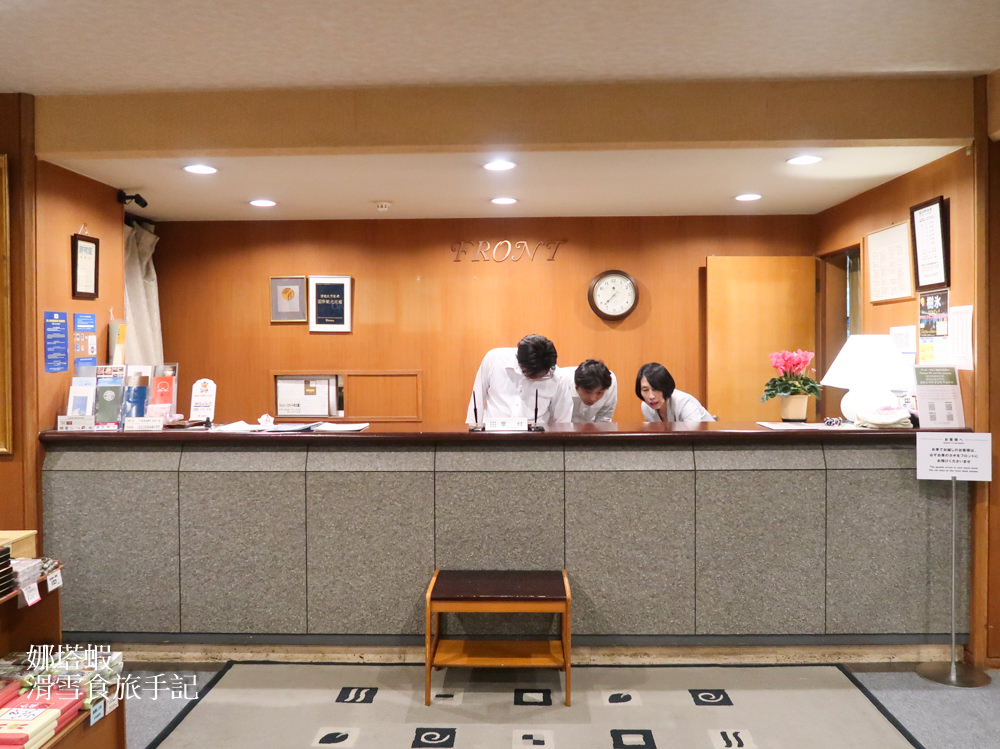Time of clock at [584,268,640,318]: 7:37
